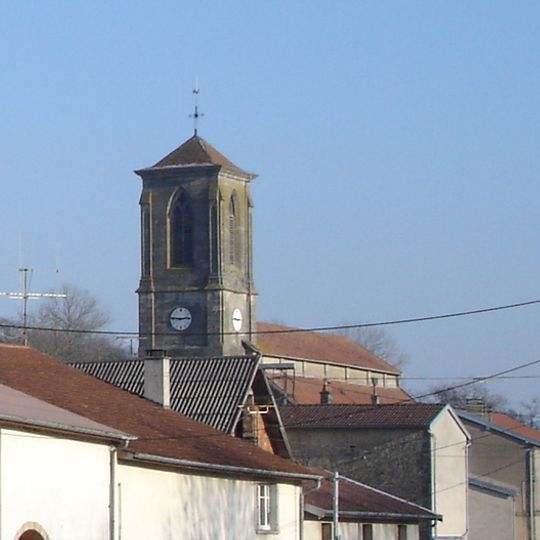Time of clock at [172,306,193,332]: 2:46
